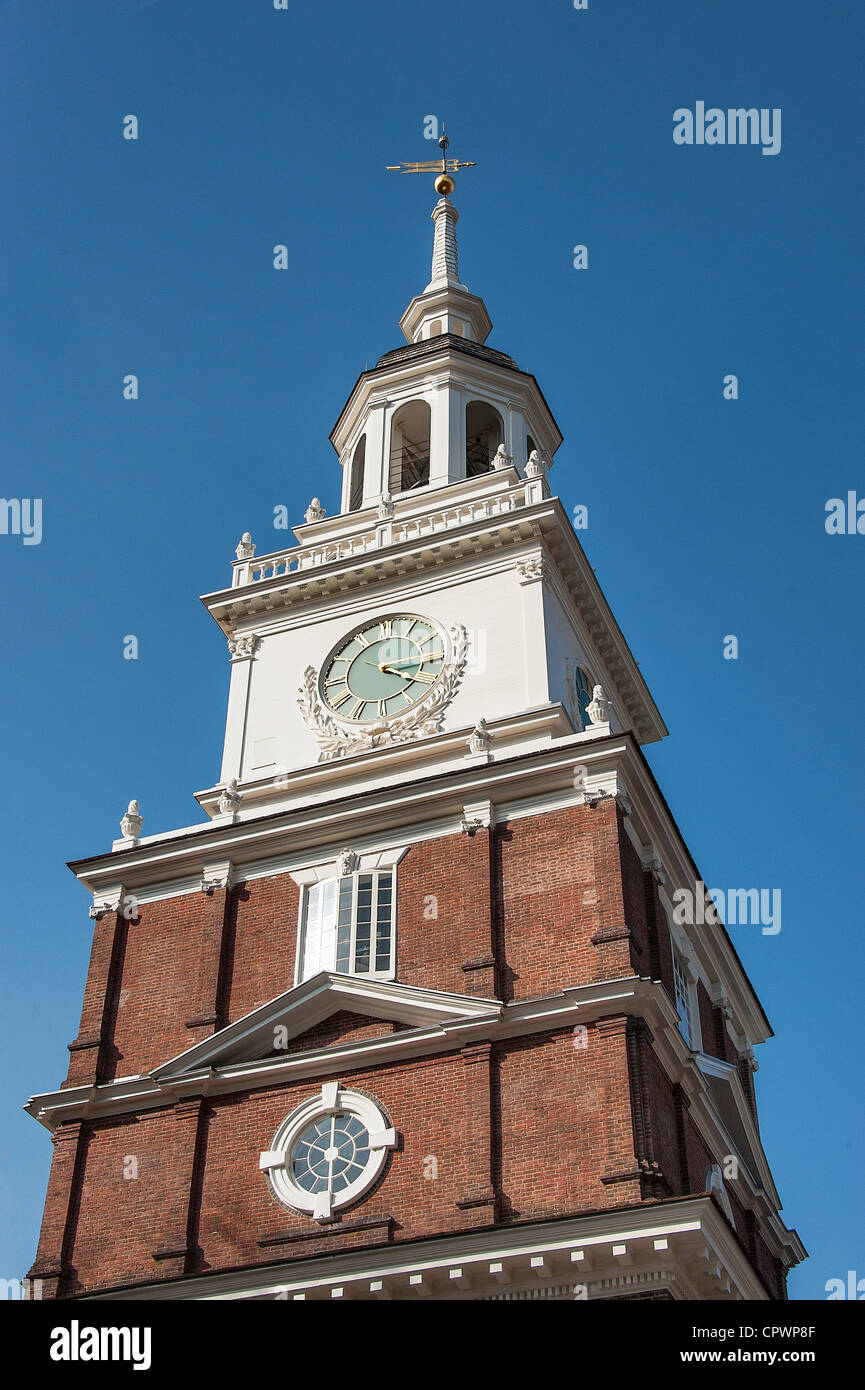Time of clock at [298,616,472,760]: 4:15
